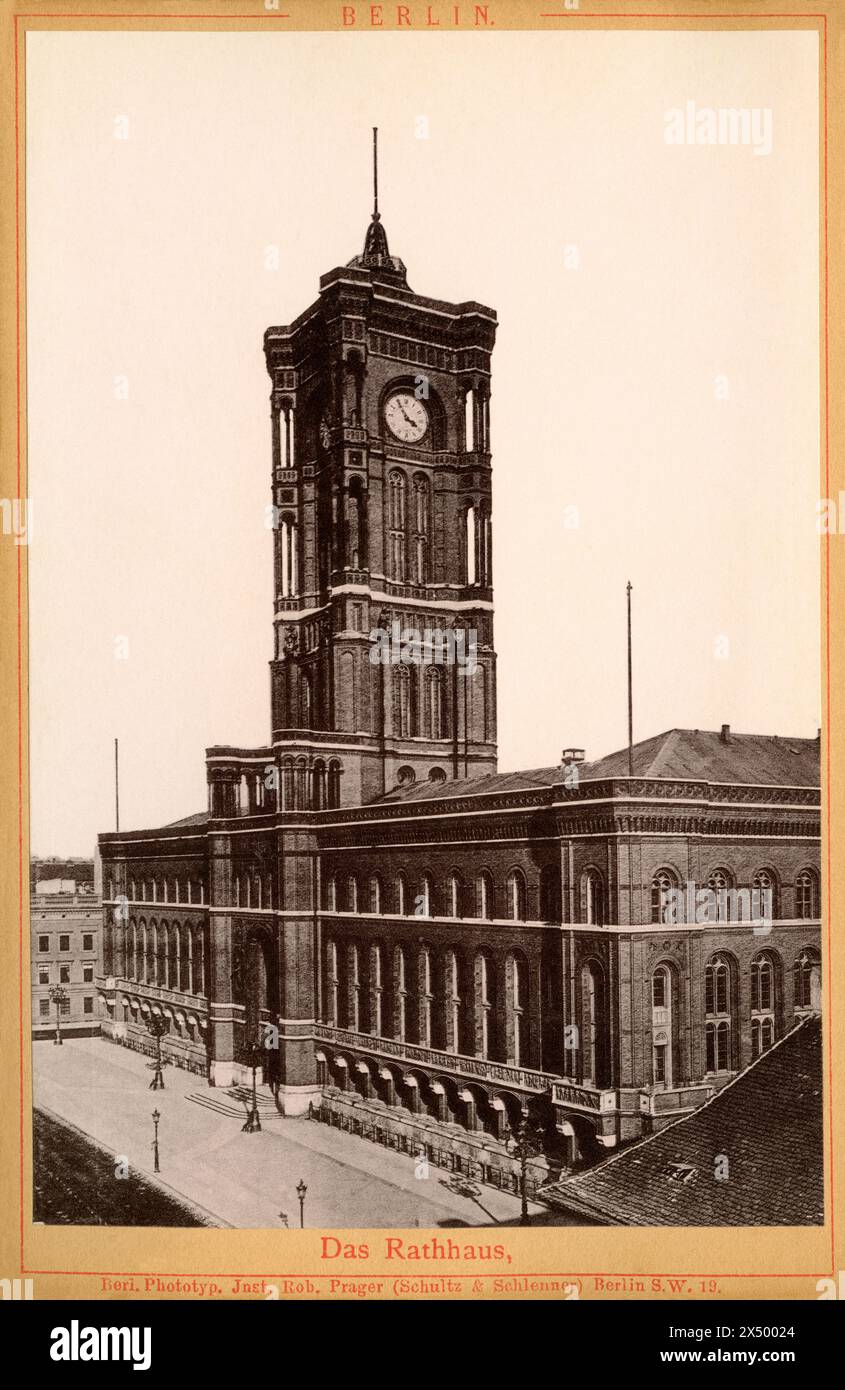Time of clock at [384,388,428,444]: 3:54
